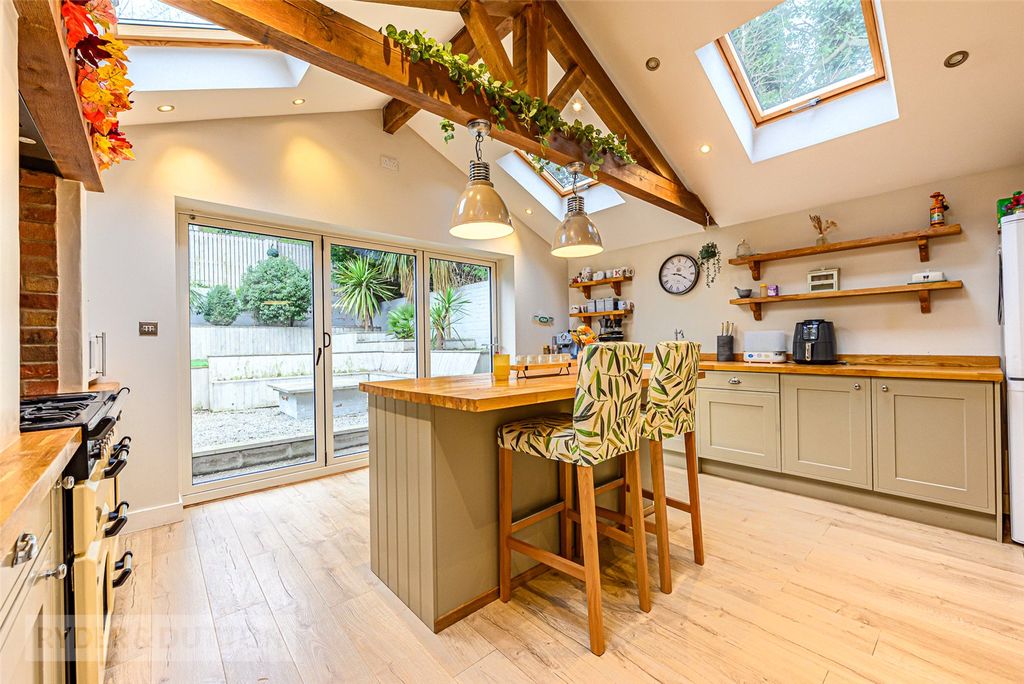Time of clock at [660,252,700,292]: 9:19
